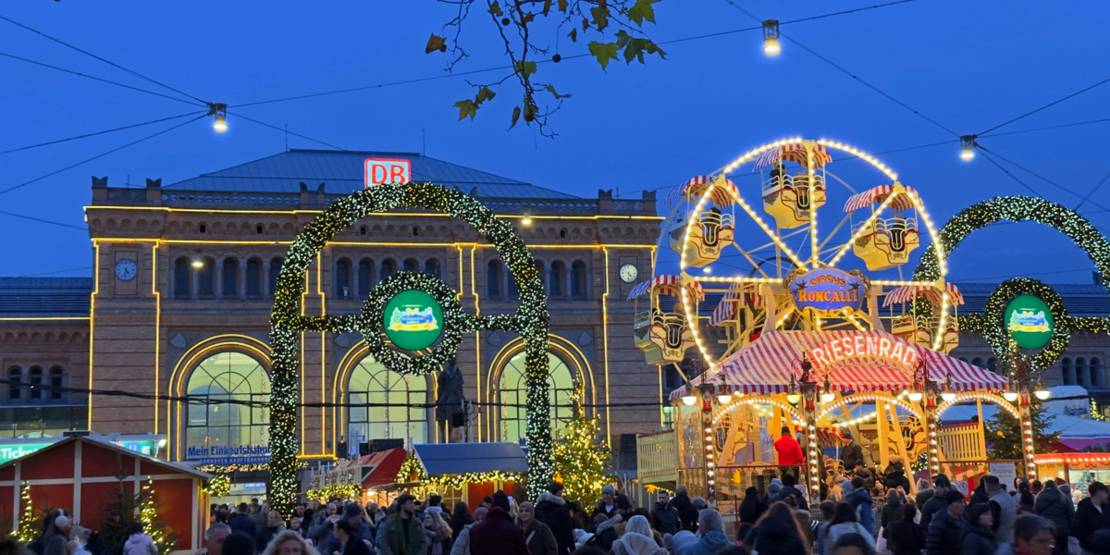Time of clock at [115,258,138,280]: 4:31
